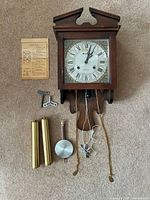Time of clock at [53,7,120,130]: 1:02
